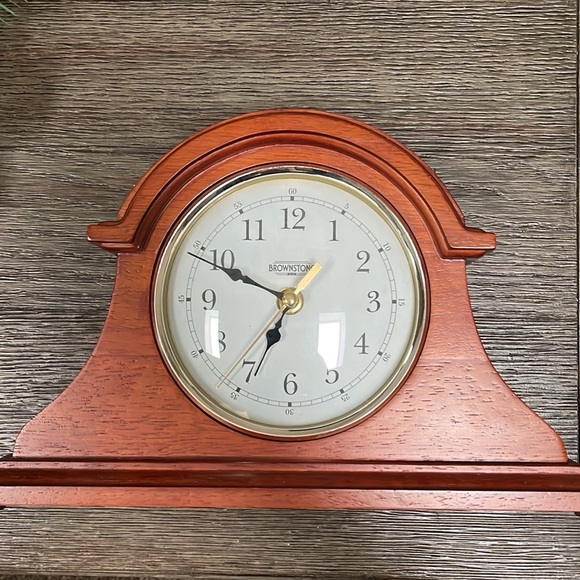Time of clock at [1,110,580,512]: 6:48
